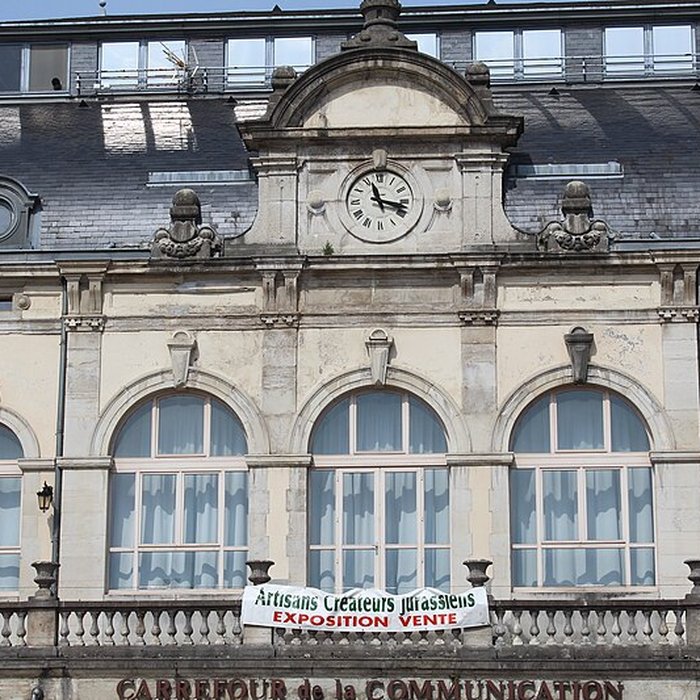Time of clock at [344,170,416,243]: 11:17
